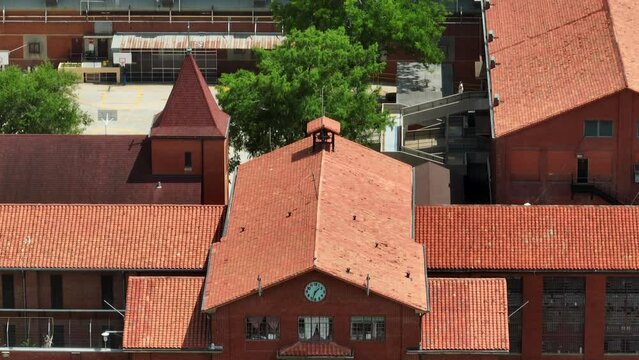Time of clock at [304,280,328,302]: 1:33
